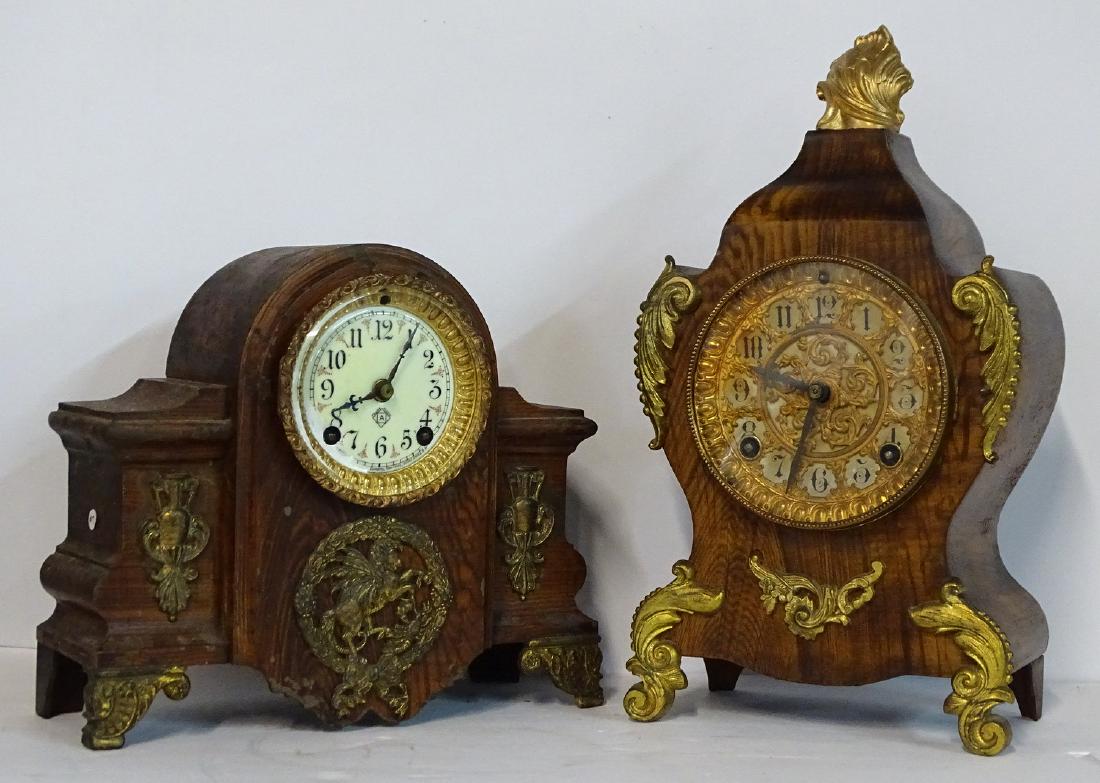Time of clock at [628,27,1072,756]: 9:34
